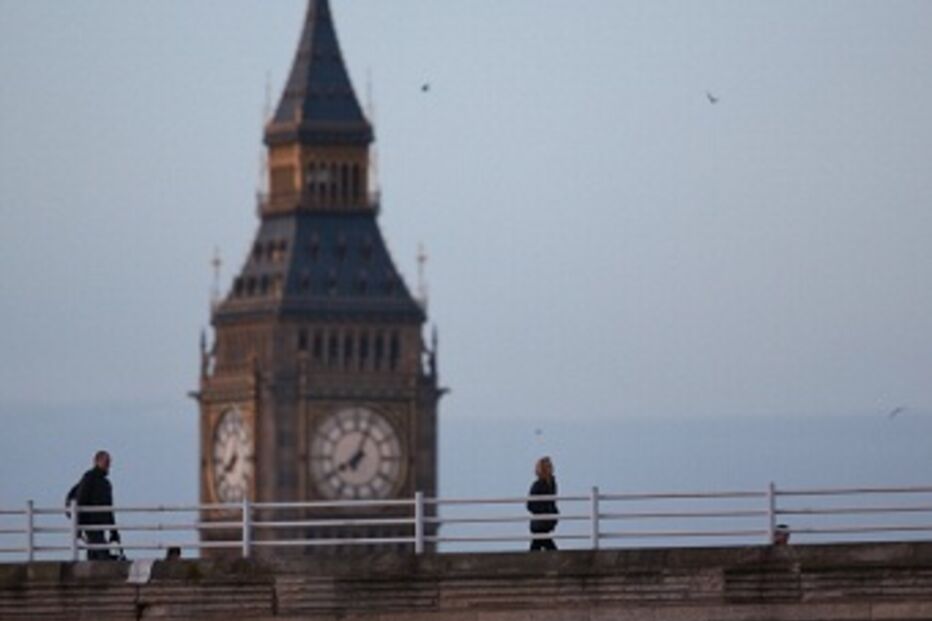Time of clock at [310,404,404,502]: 8:03
